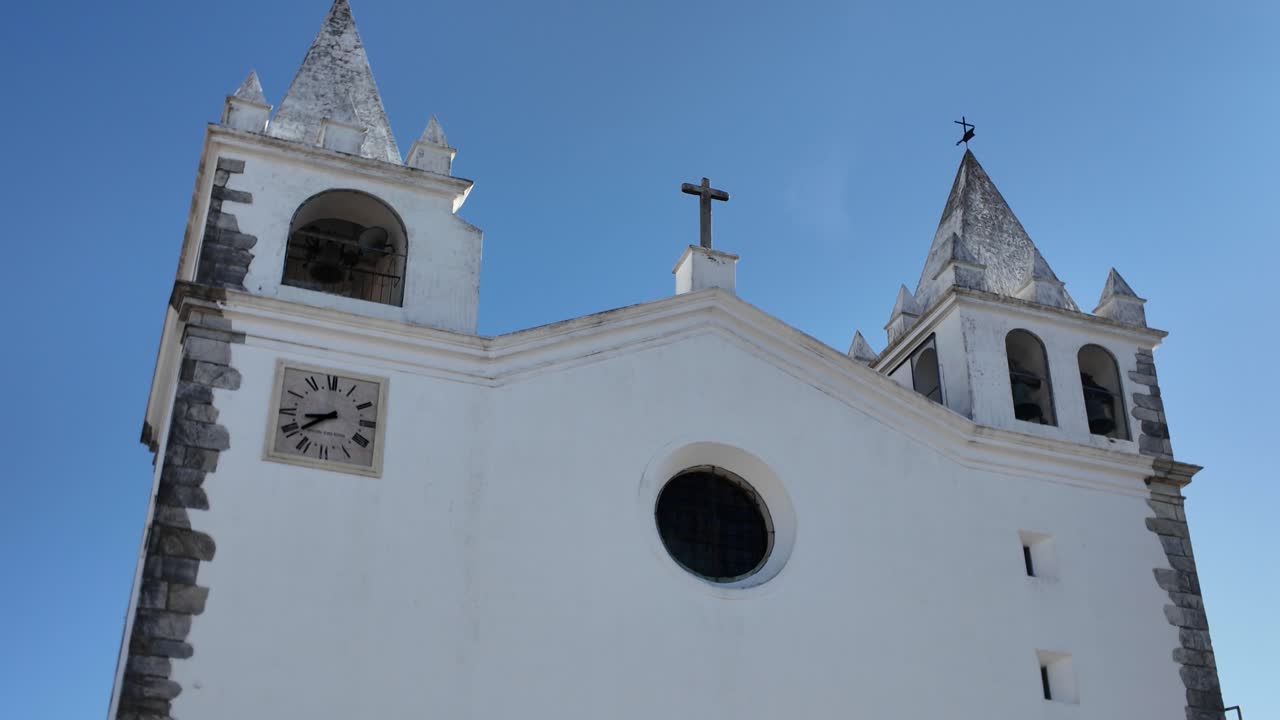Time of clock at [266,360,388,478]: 8:38
